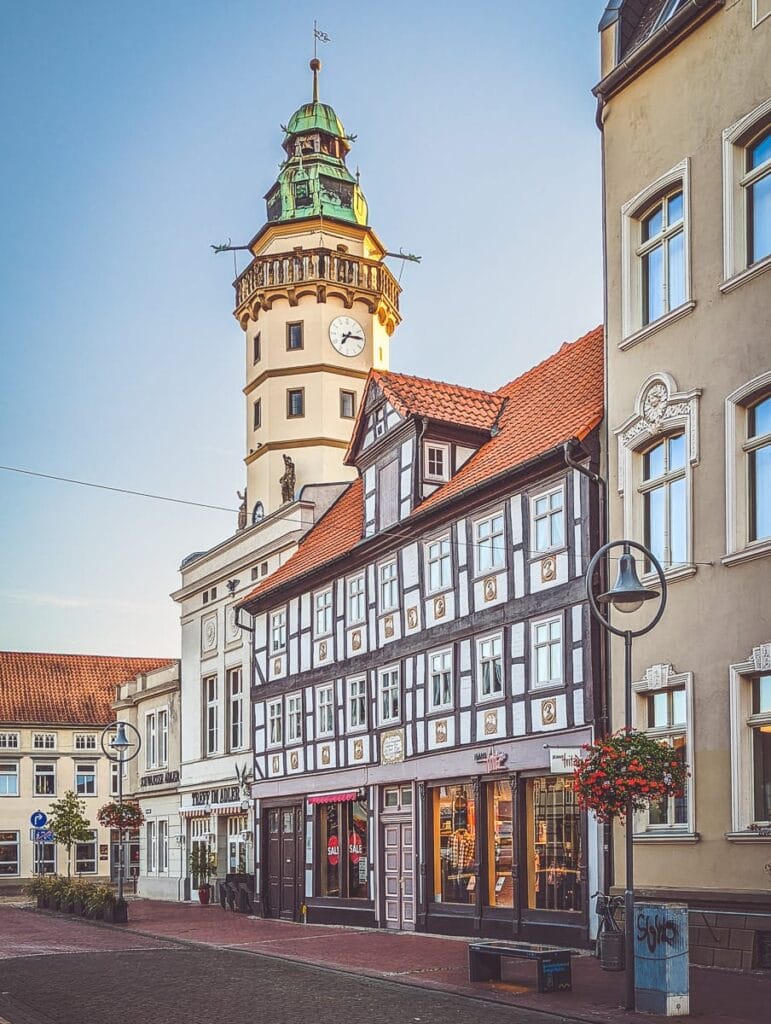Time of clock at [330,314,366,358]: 7:14
